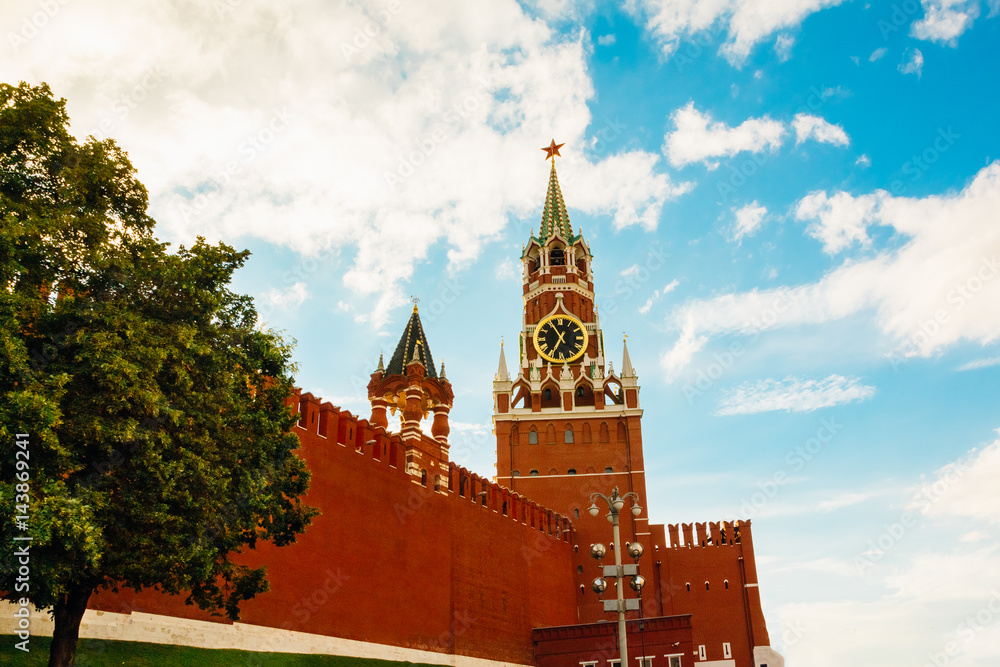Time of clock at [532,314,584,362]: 6:55
